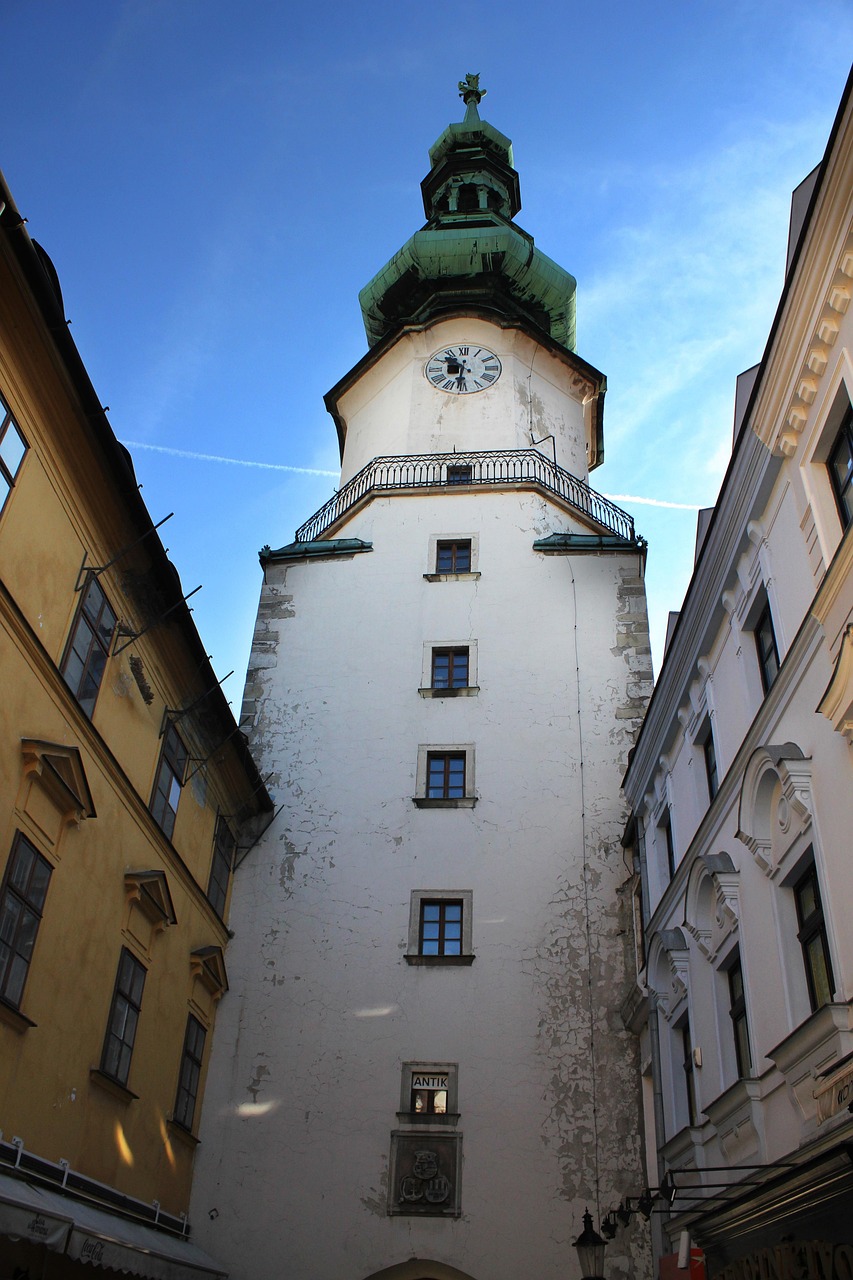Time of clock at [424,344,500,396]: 10:31
